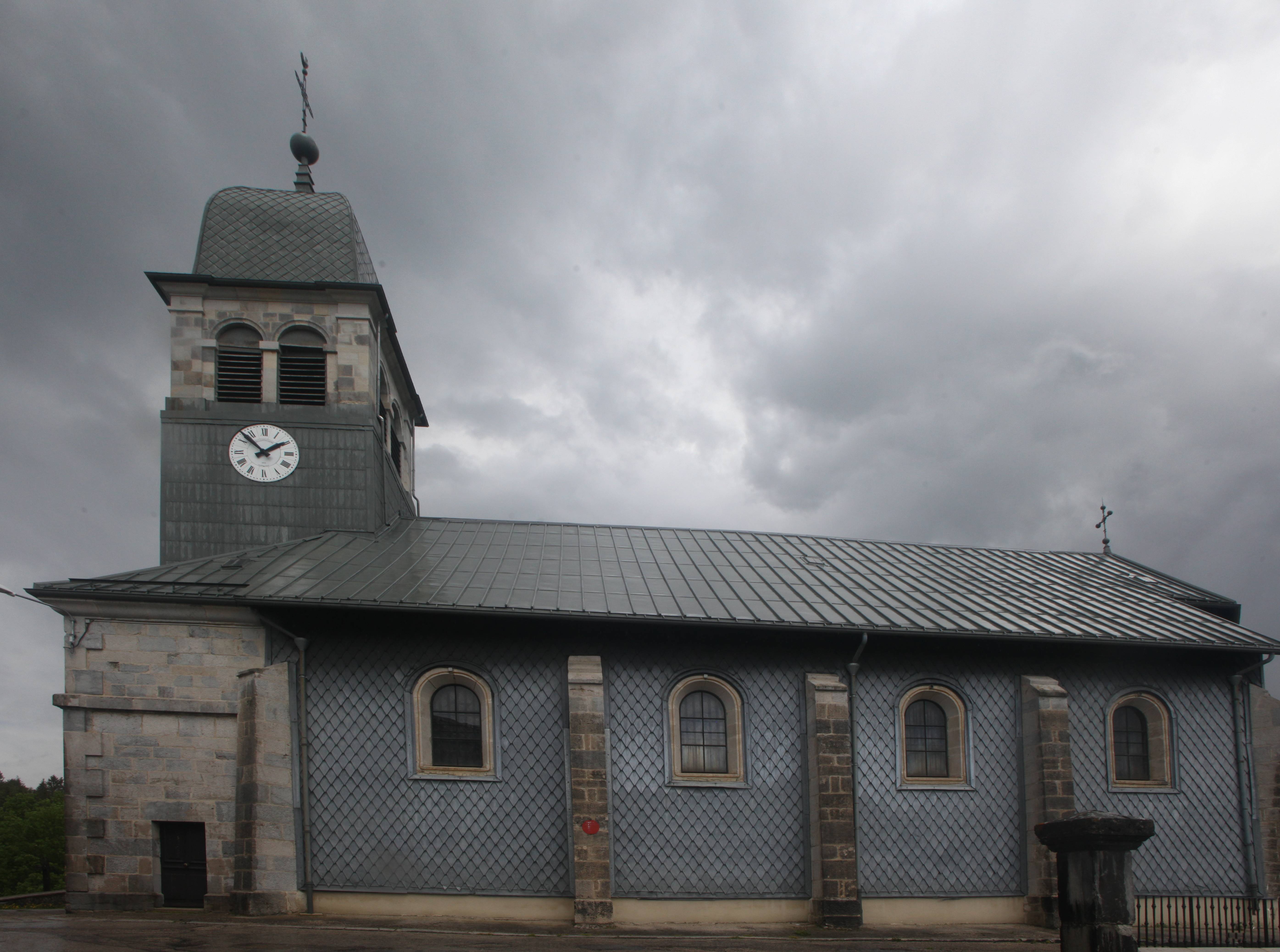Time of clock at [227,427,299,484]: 1:52
